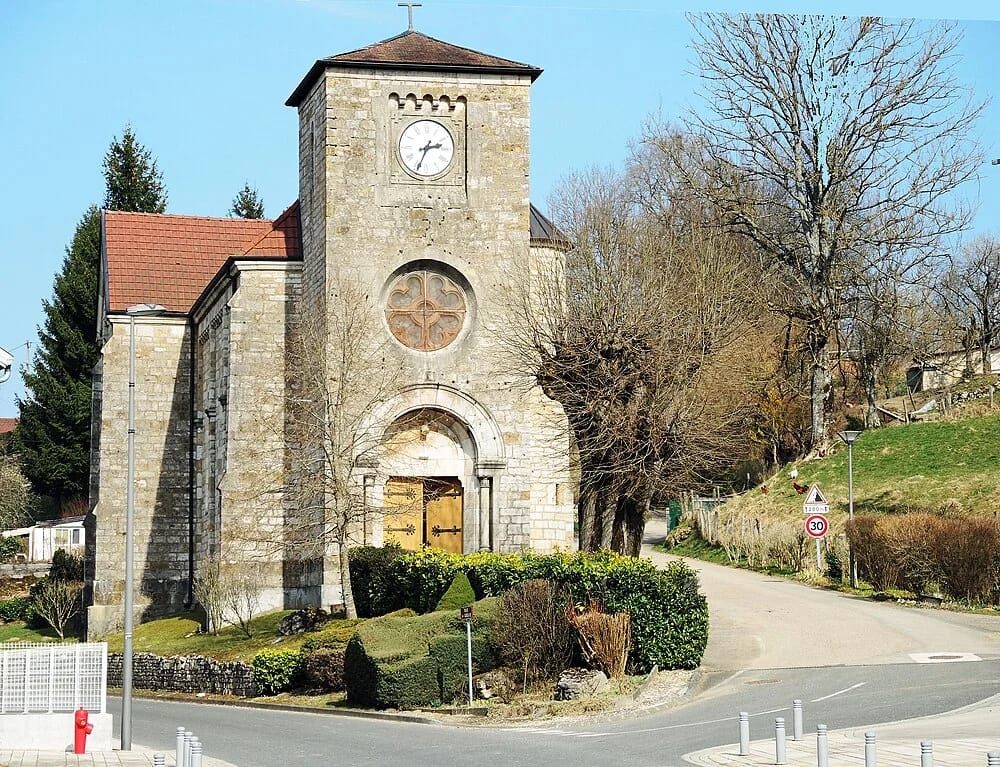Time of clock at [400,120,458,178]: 2:34
